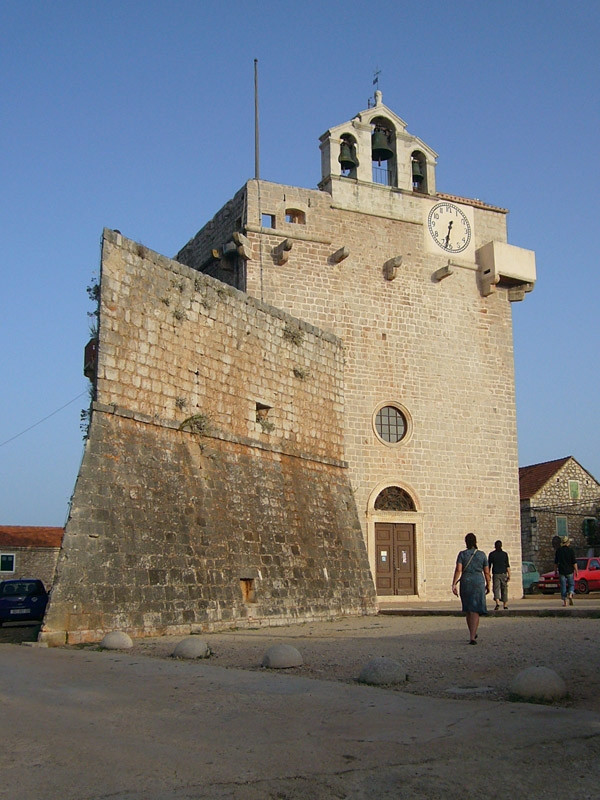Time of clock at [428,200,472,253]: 6:32
